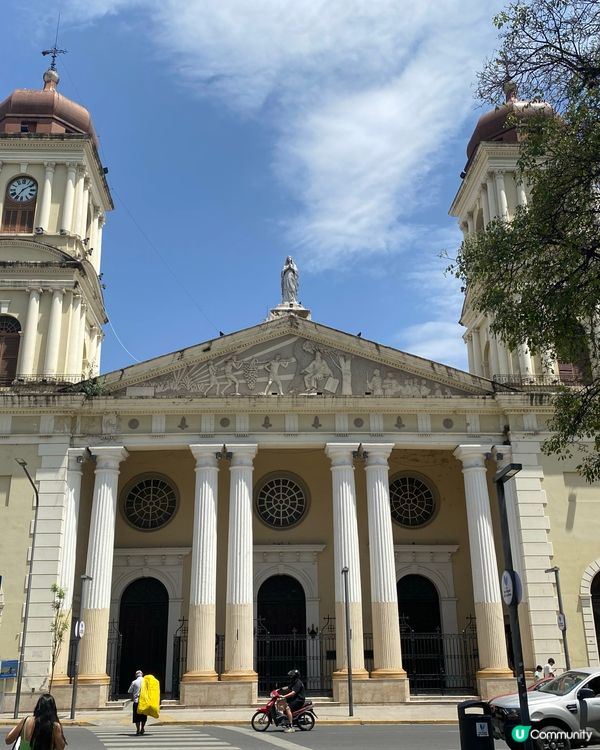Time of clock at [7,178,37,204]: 7:08
